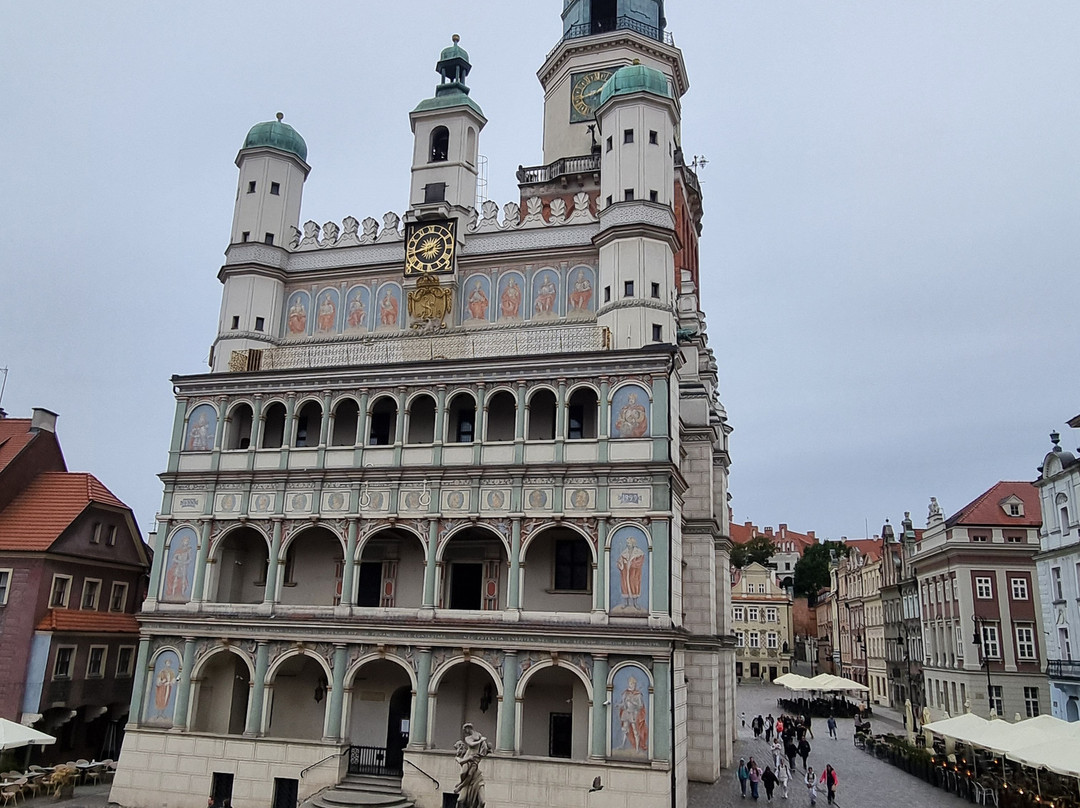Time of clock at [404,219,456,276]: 8:07
